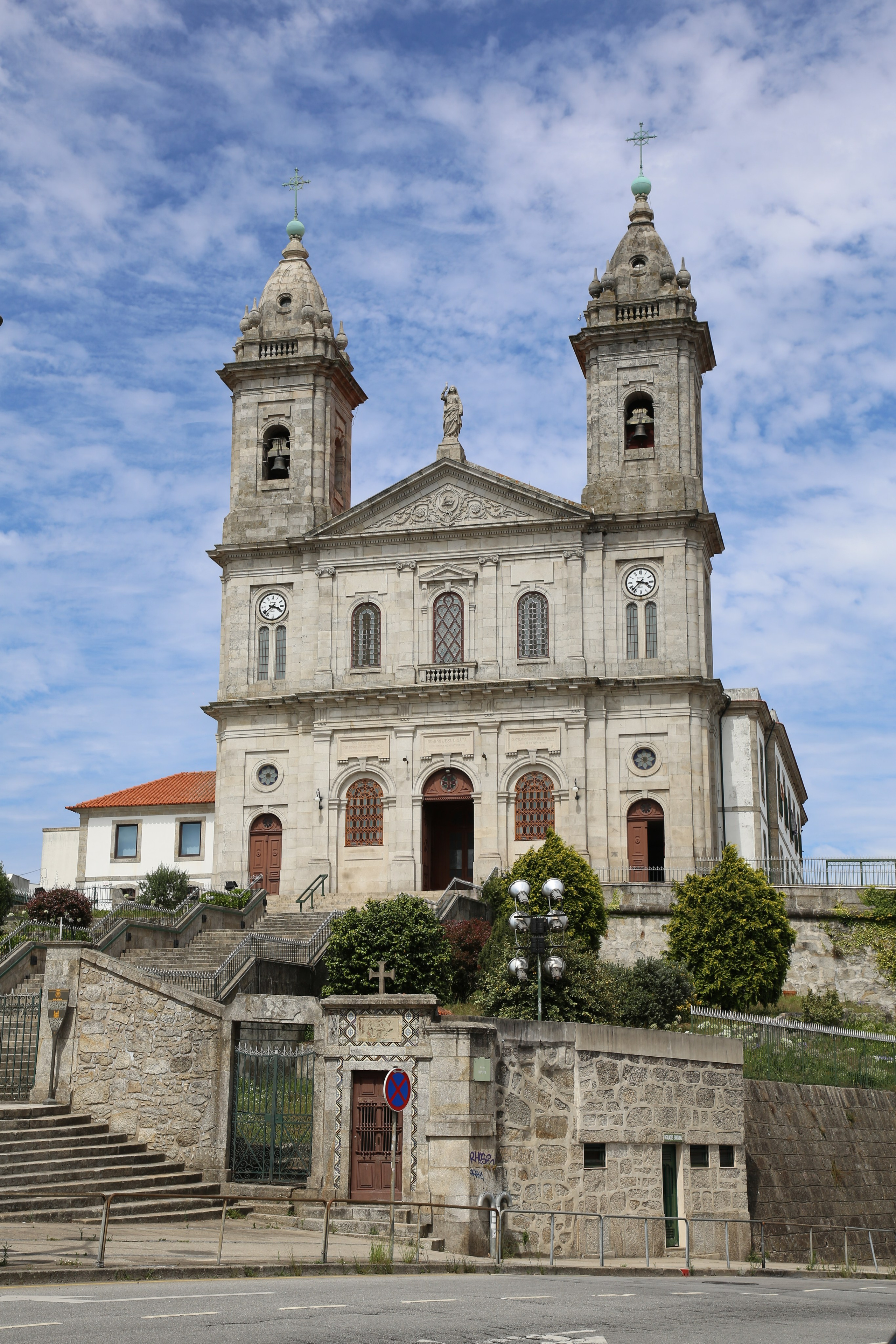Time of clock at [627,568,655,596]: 3:37
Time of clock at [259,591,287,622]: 3:38
